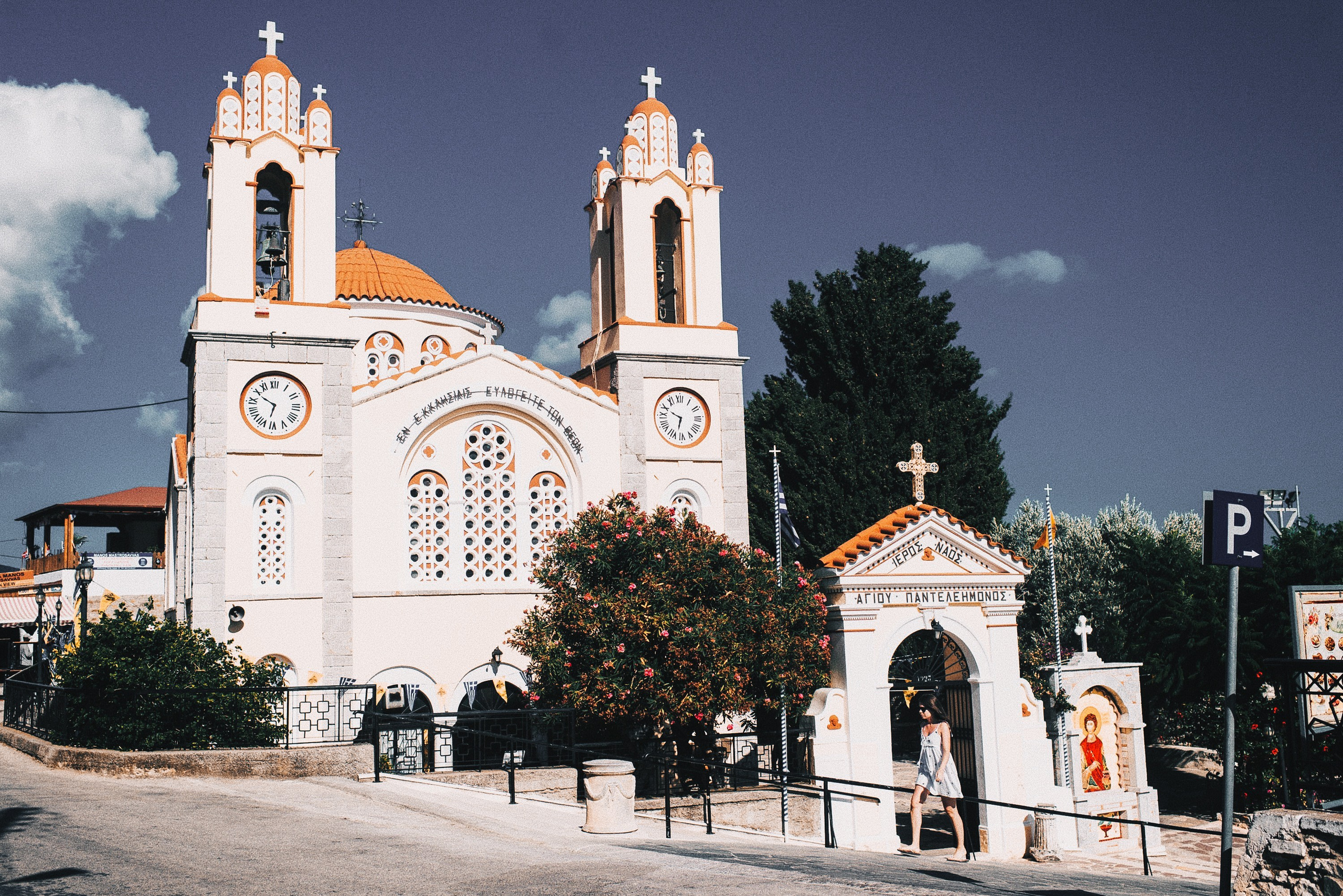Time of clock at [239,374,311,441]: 6:49
